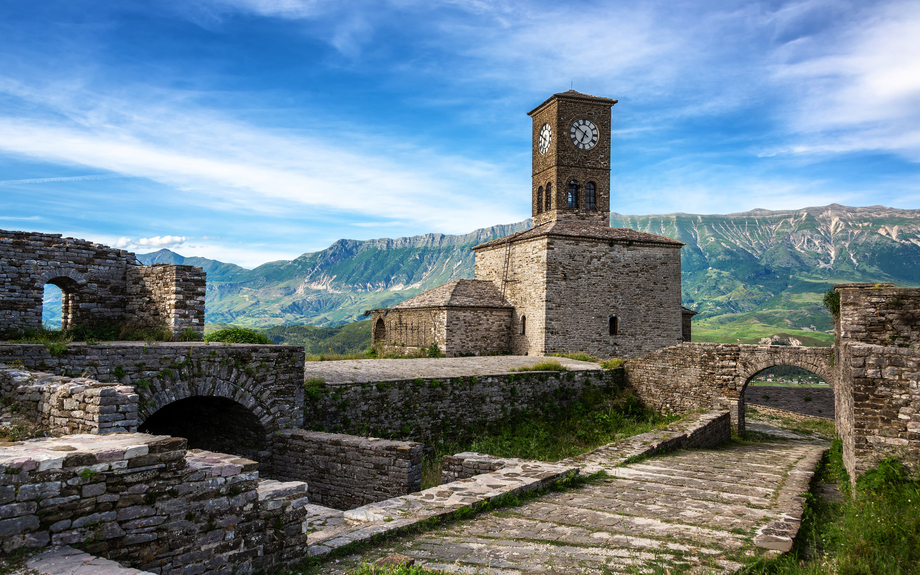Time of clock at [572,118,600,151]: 6:51
